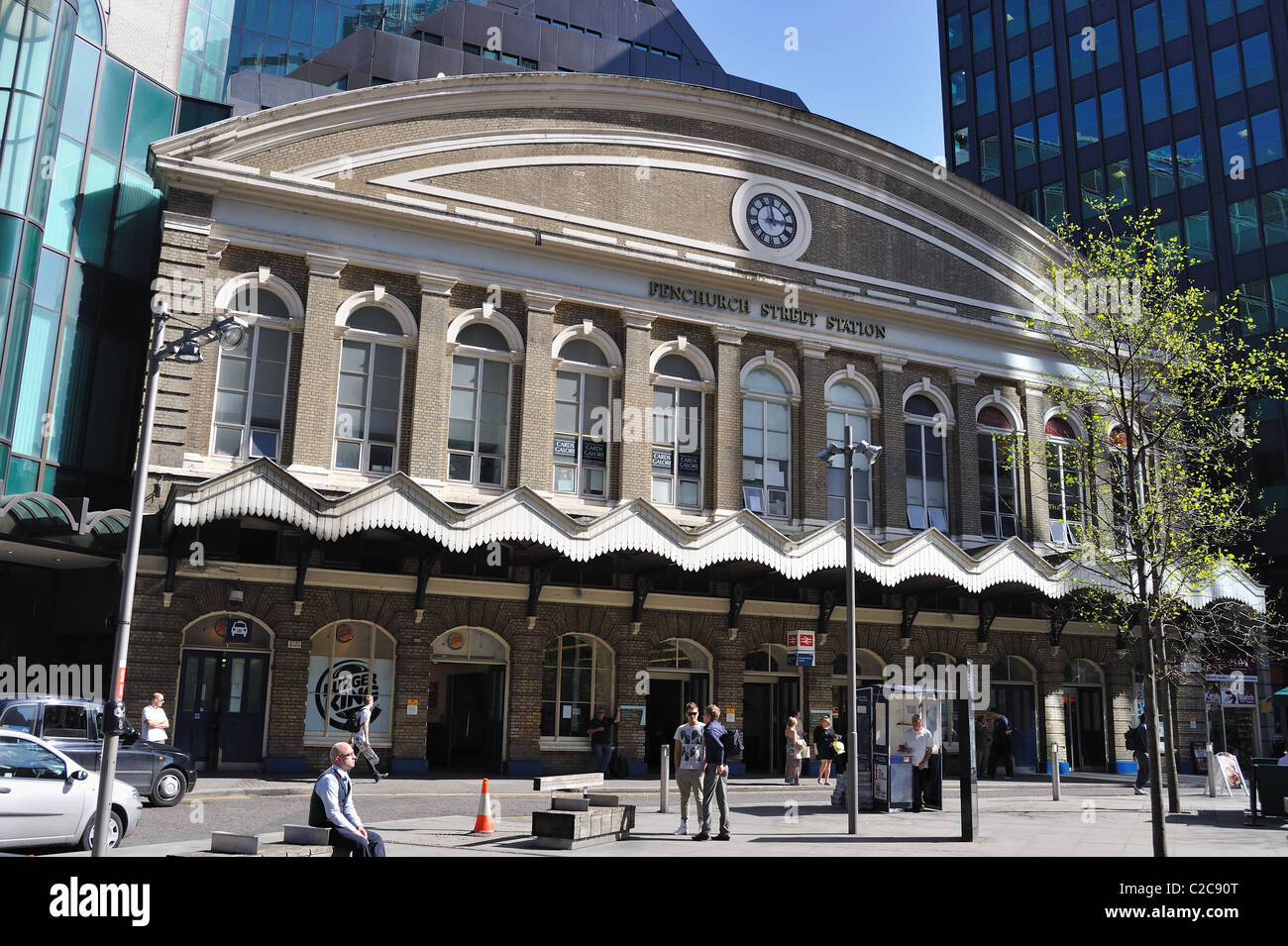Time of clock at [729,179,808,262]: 2:58
